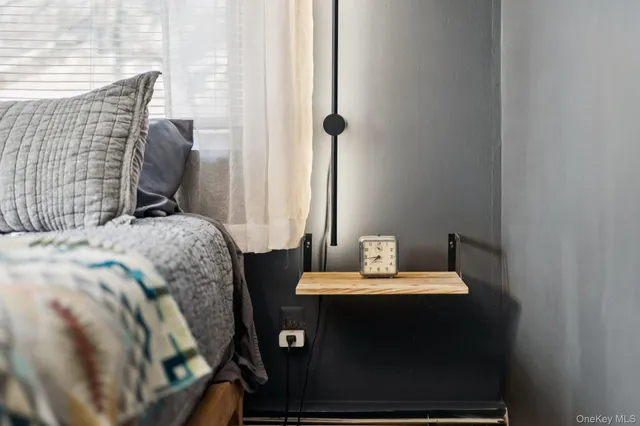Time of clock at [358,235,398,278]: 7:43
